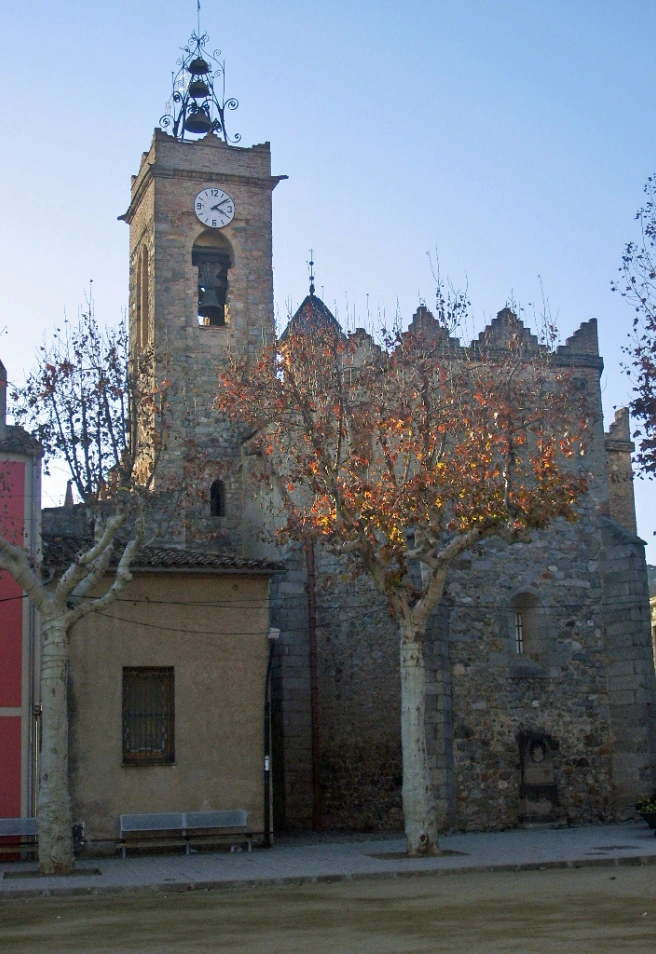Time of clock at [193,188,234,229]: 4:08
